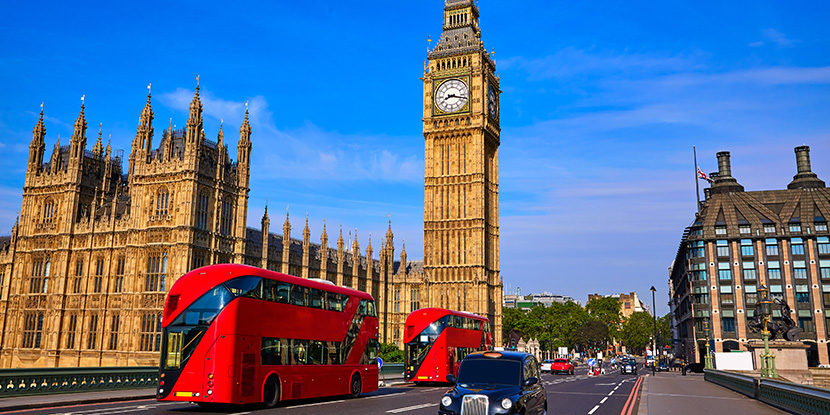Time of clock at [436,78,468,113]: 8:17
